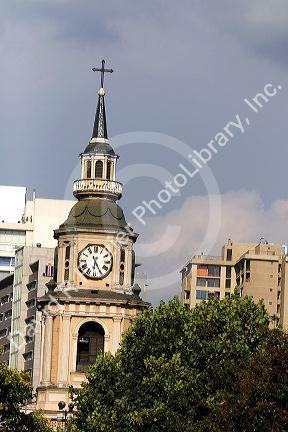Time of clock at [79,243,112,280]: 6:25
